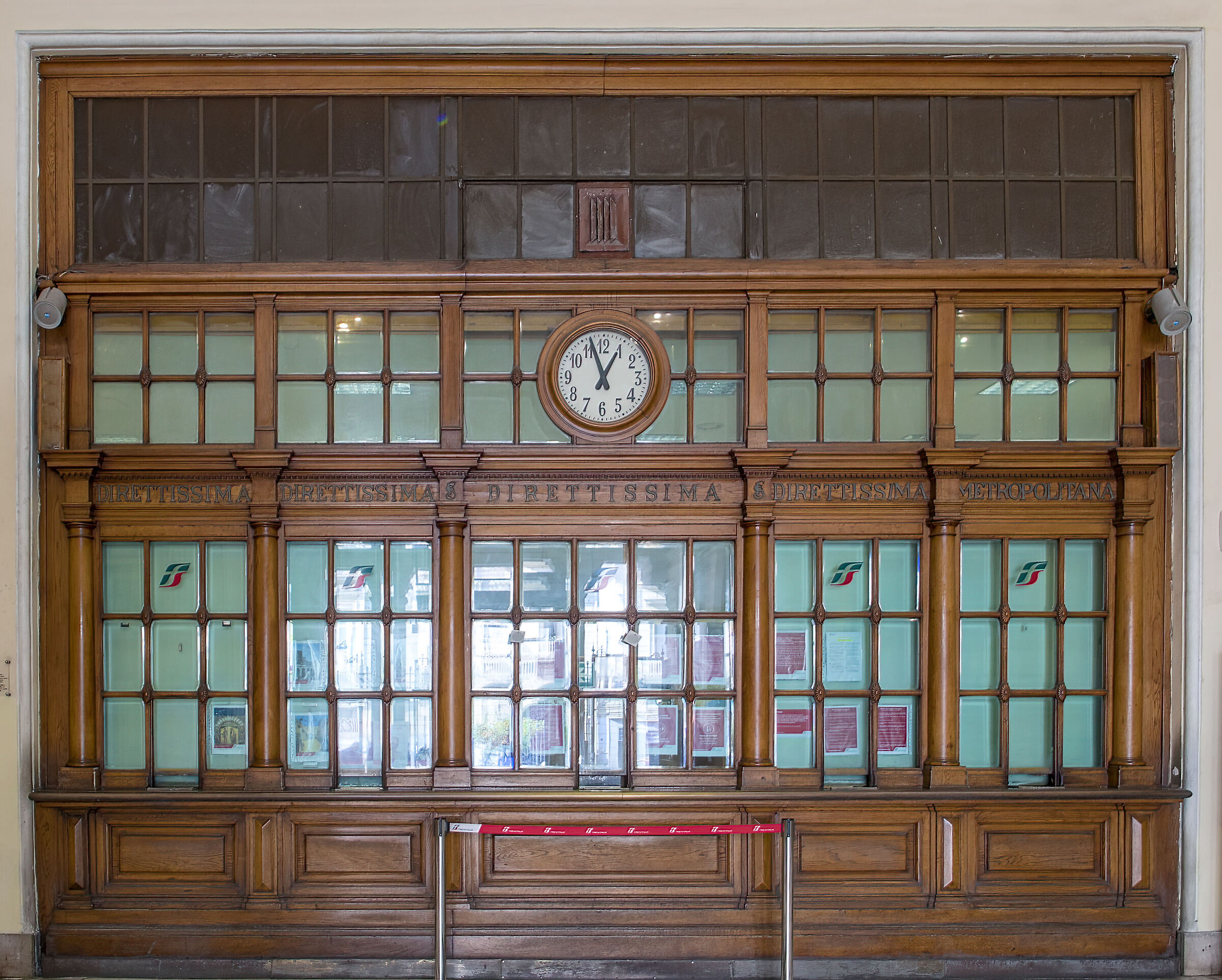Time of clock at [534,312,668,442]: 12:56
